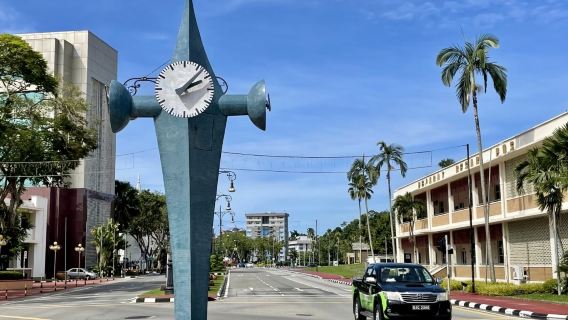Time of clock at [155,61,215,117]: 2:07
